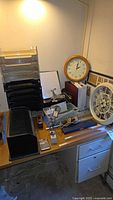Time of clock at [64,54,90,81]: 2:01
